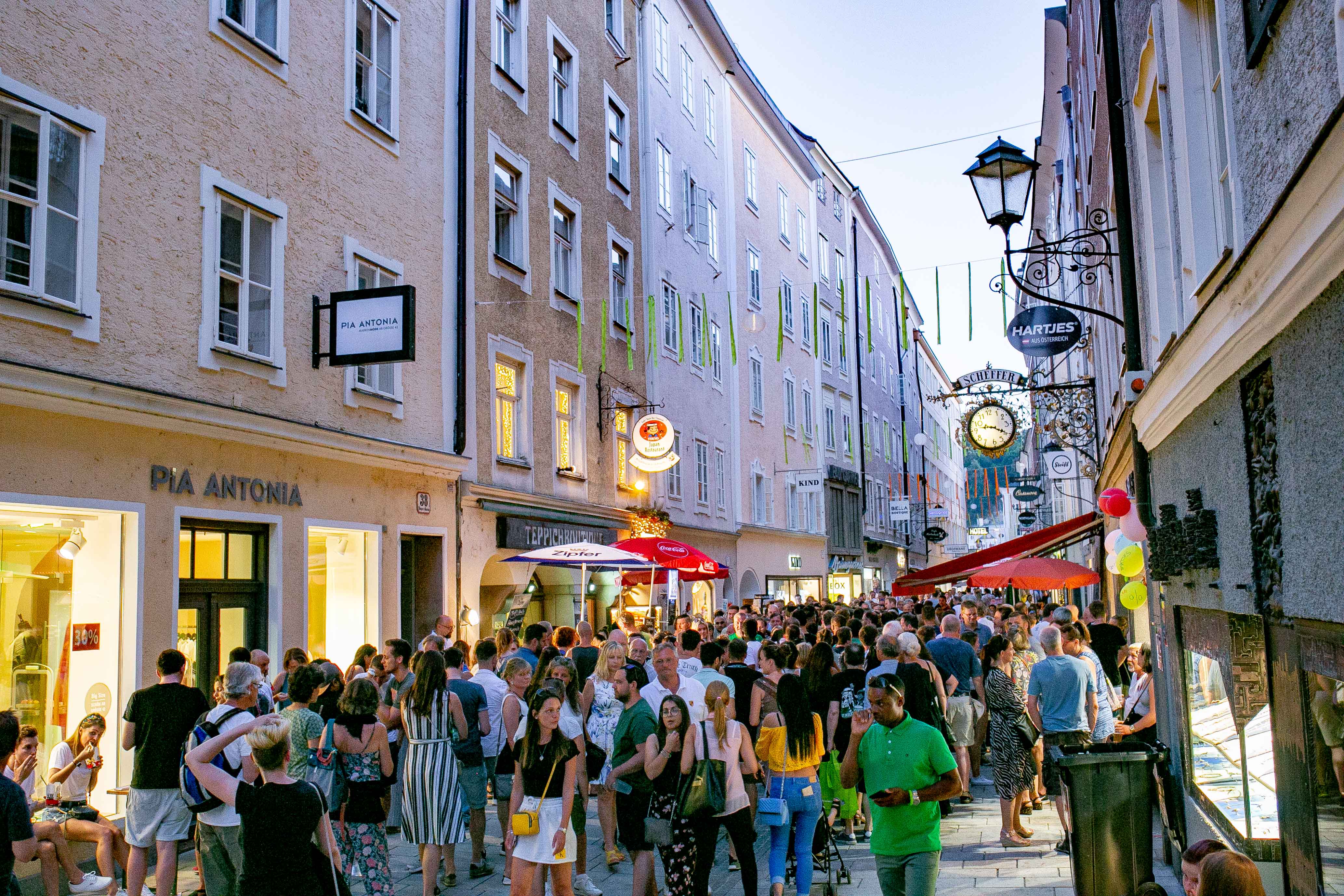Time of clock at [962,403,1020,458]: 9:20
